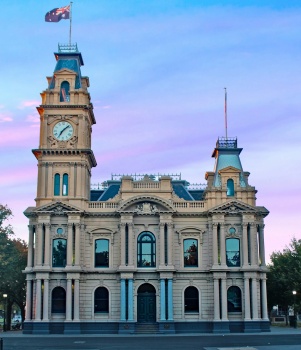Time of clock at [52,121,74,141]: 7:08
